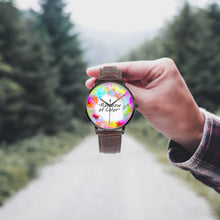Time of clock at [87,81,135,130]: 10:08
